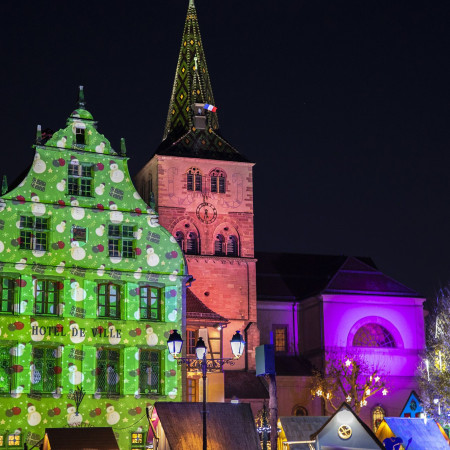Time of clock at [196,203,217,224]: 5:32
